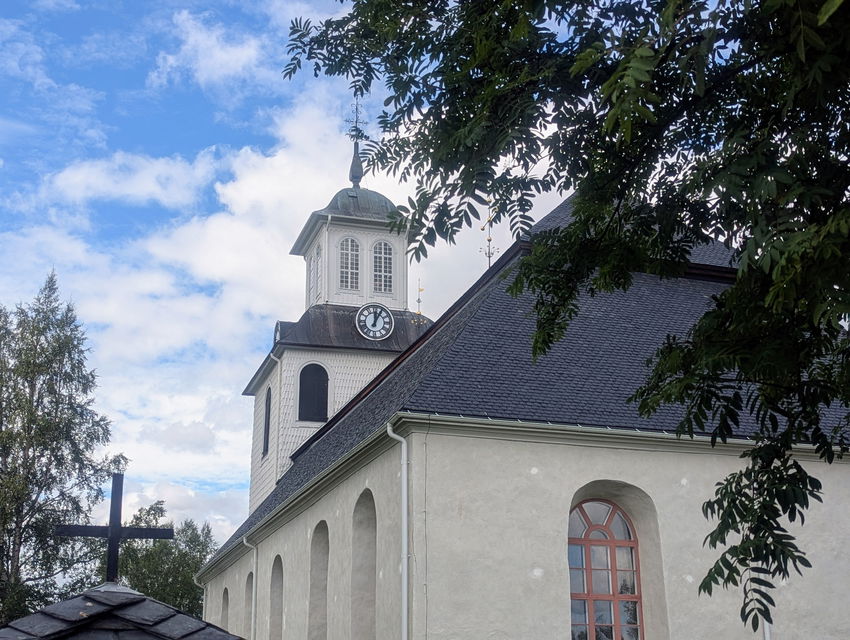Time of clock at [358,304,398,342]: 12:05
